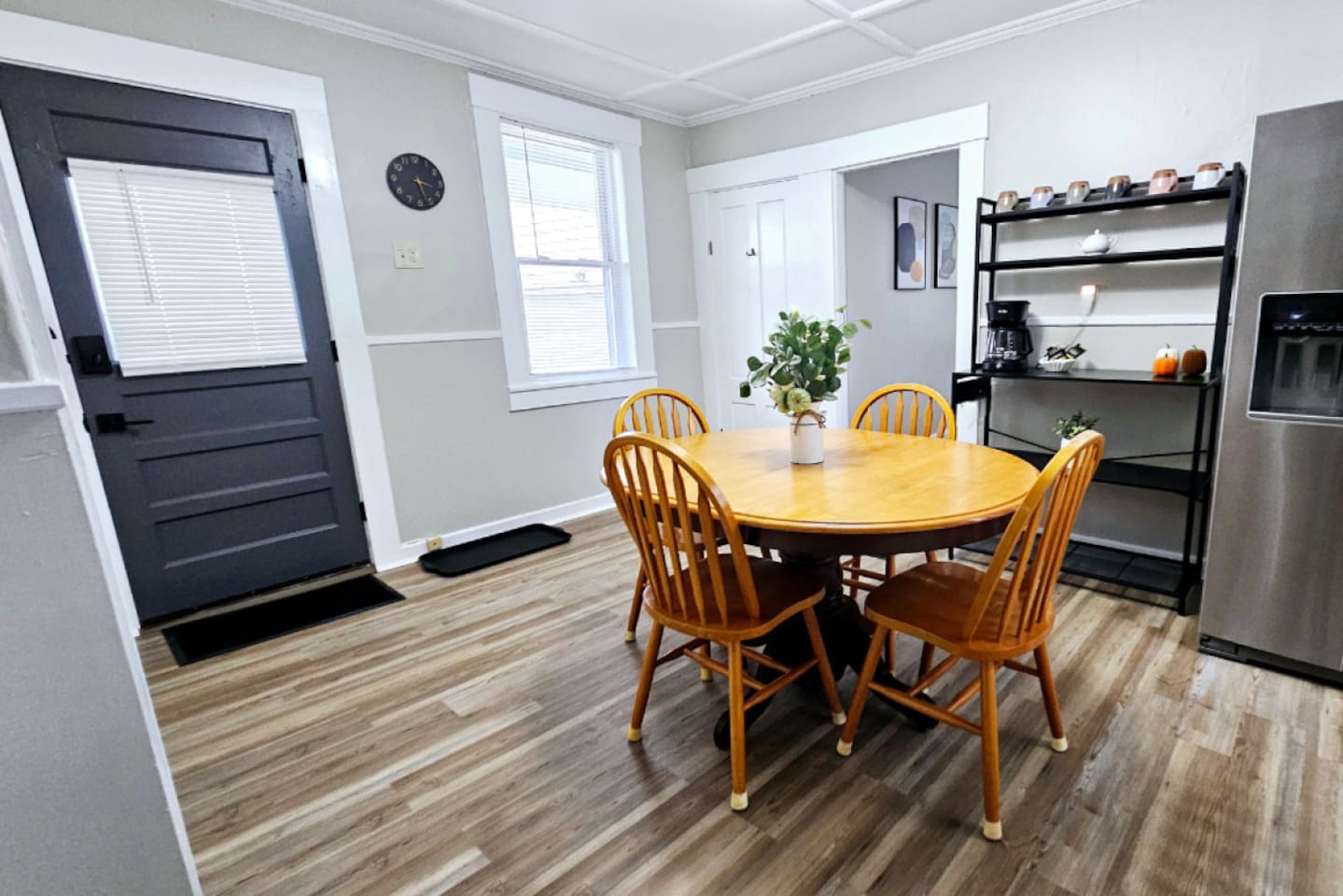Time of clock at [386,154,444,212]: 3:27
